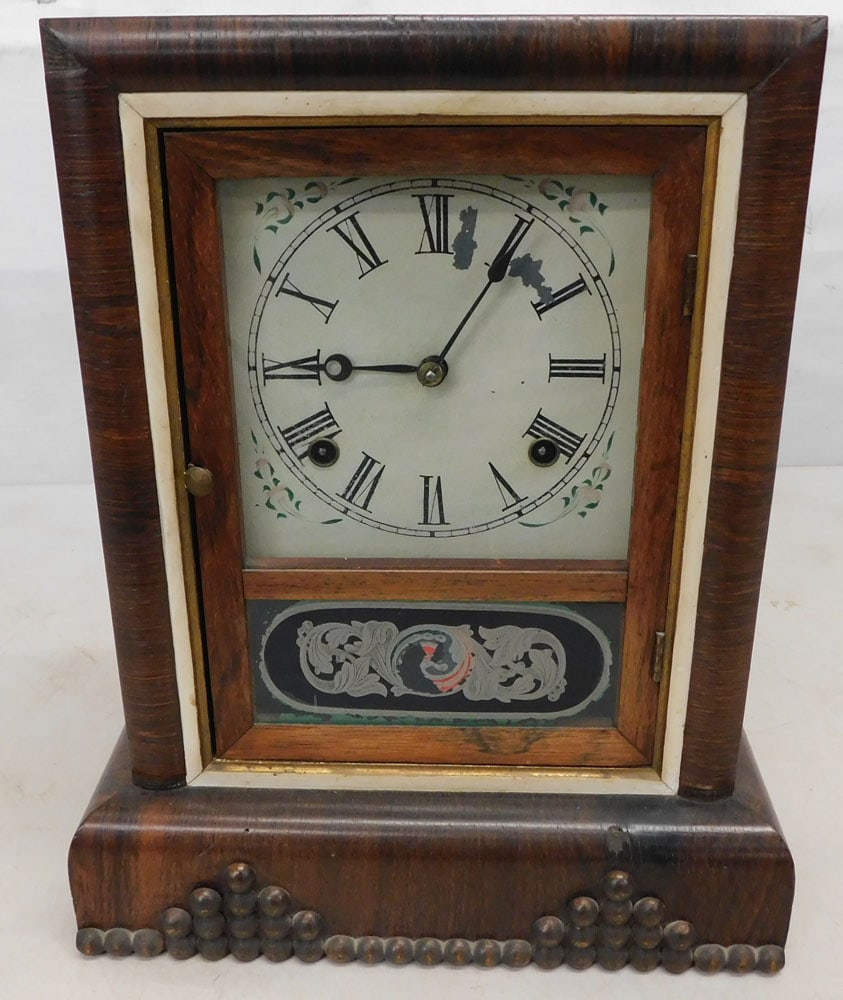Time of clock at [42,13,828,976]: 9:05
